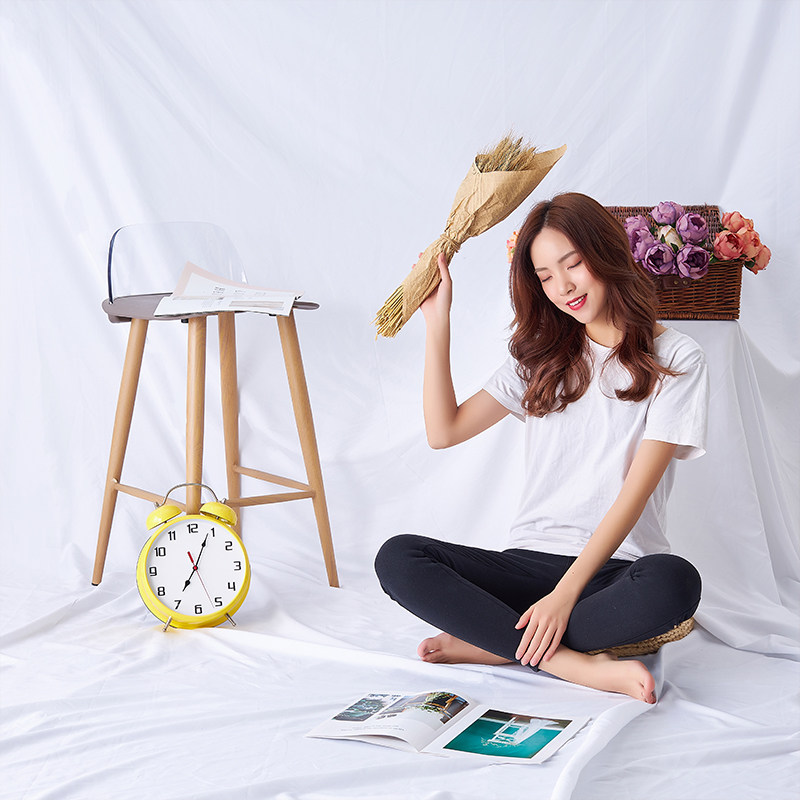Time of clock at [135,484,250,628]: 7:04
